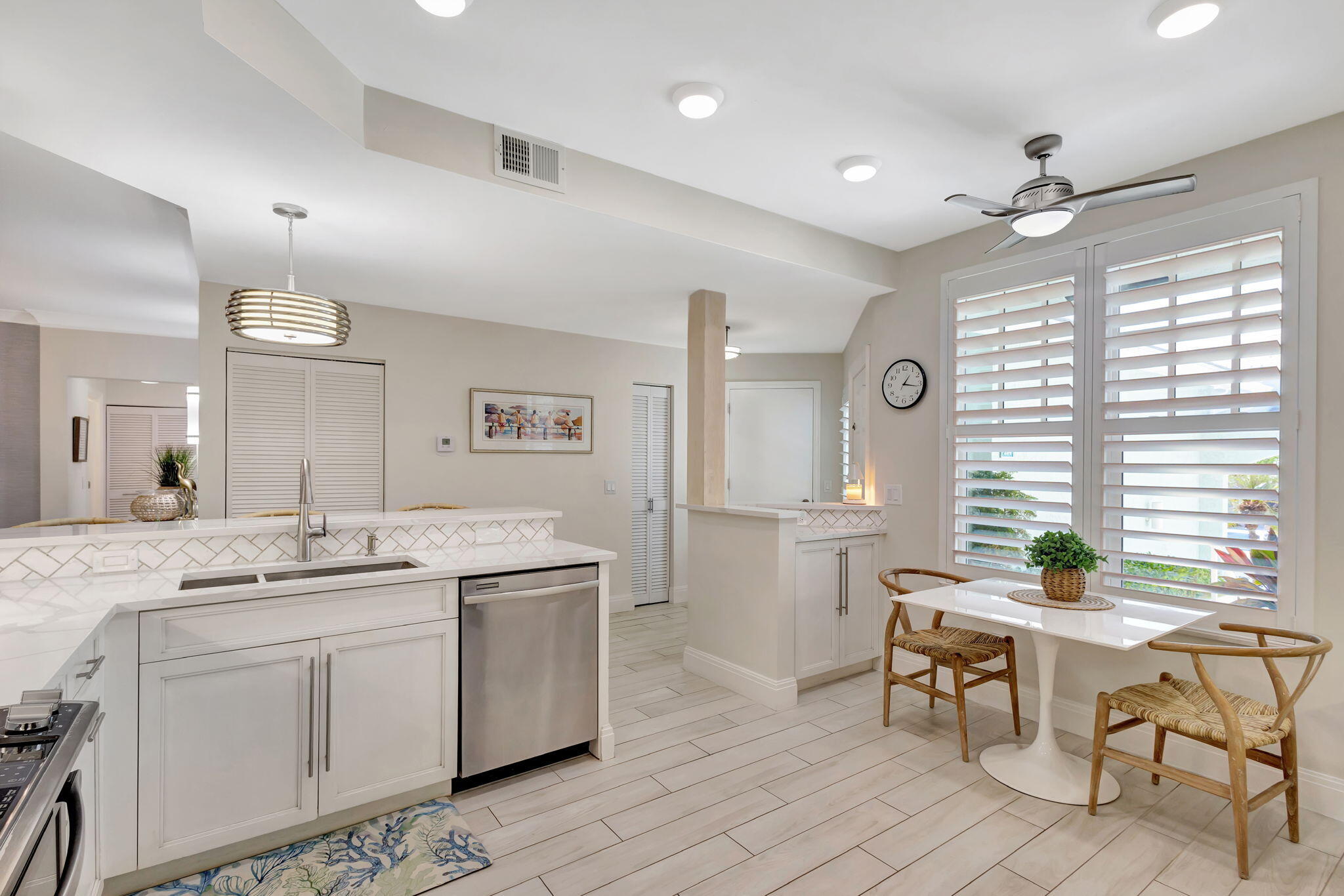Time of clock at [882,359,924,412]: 1:16
